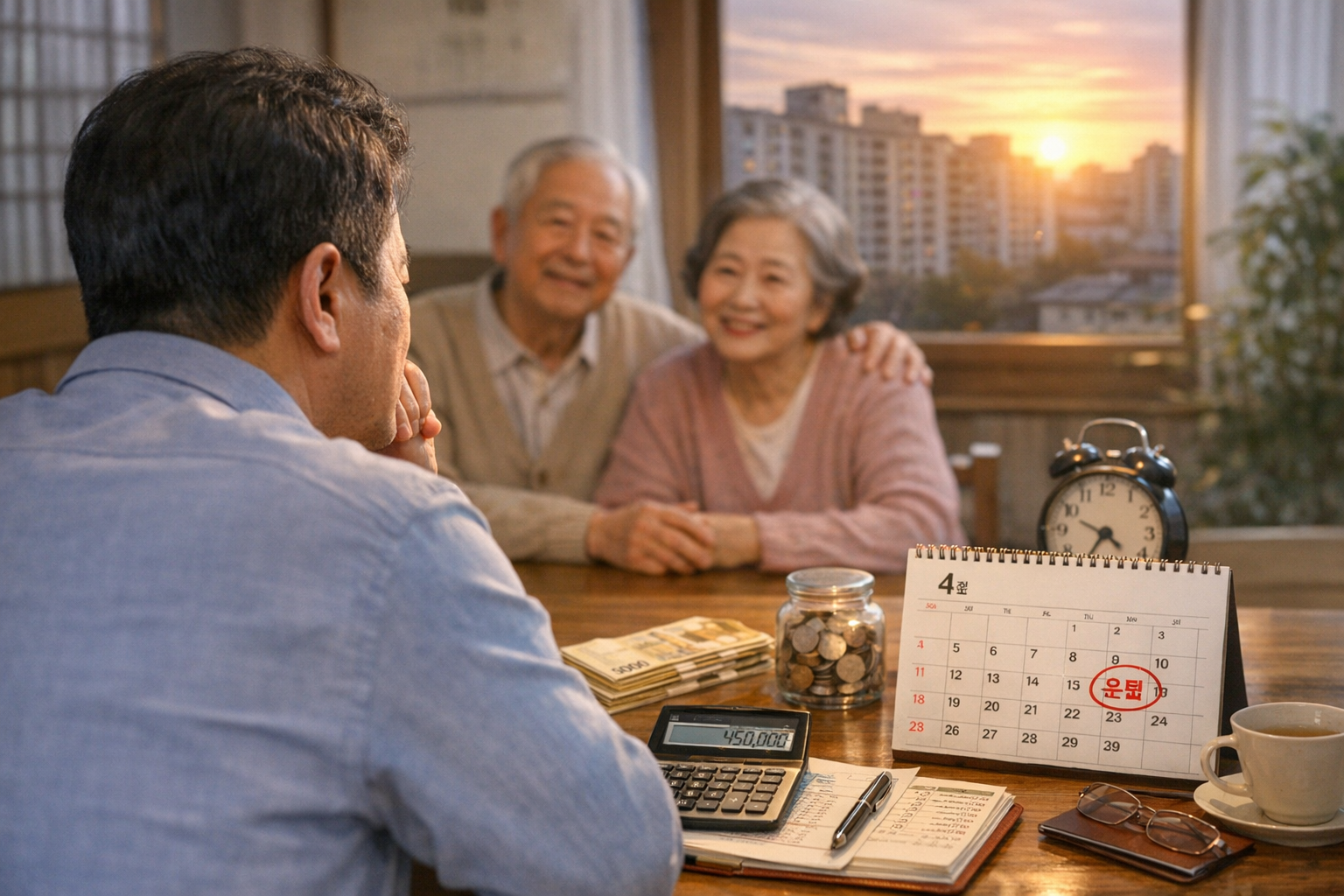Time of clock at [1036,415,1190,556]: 4:35
